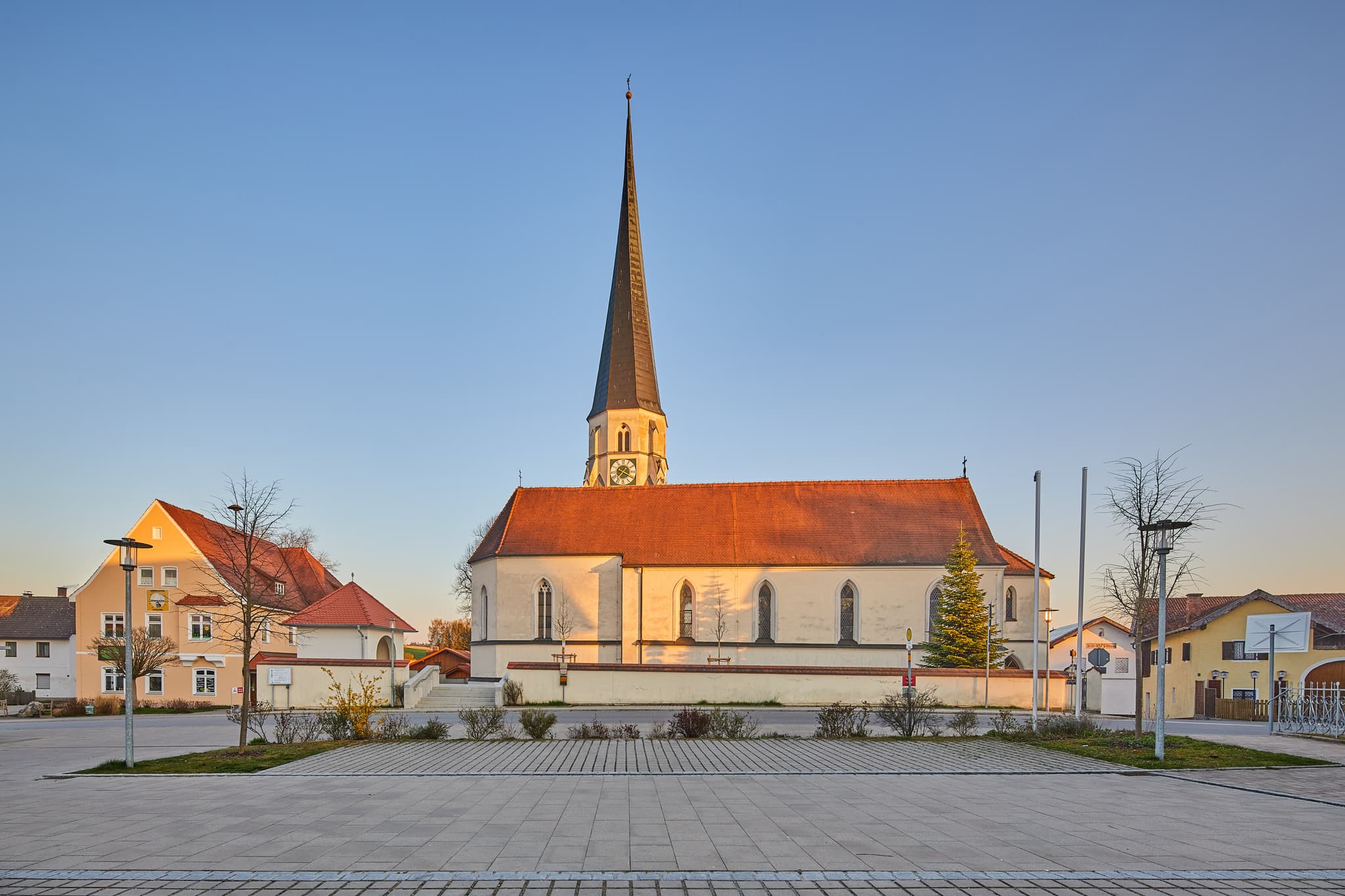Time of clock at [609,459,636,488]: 7:19
